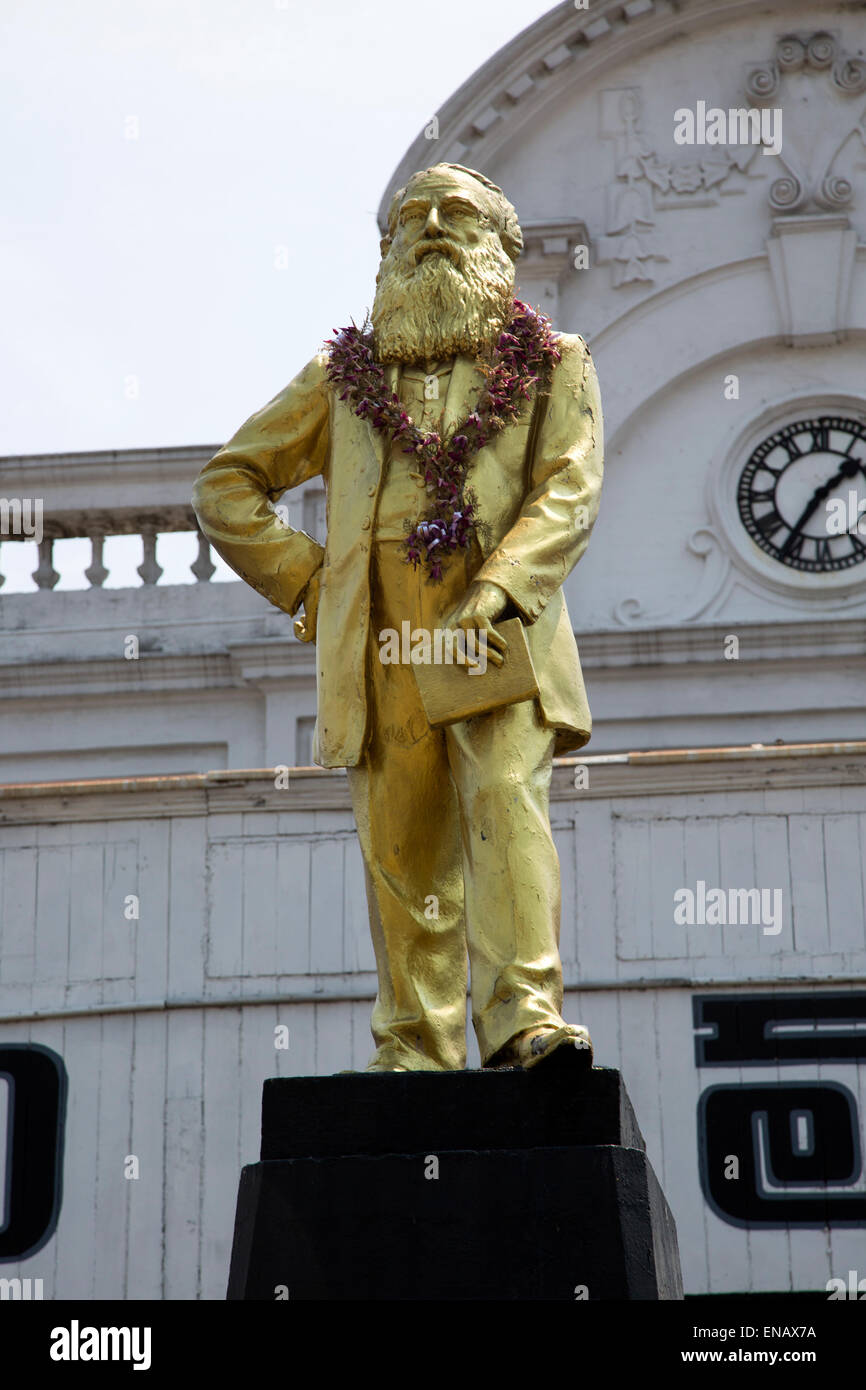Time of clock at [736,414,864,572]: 1:35
